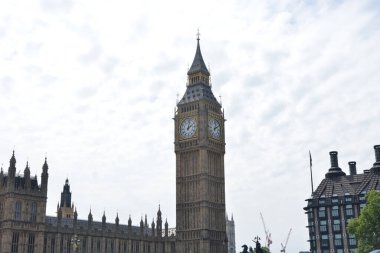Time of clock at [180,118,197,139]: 2:02
